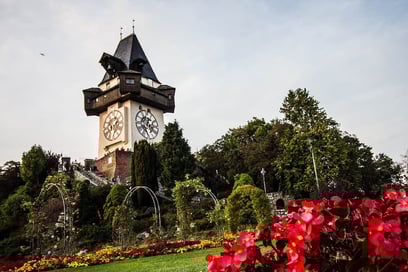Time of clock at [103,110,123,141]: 1:40
